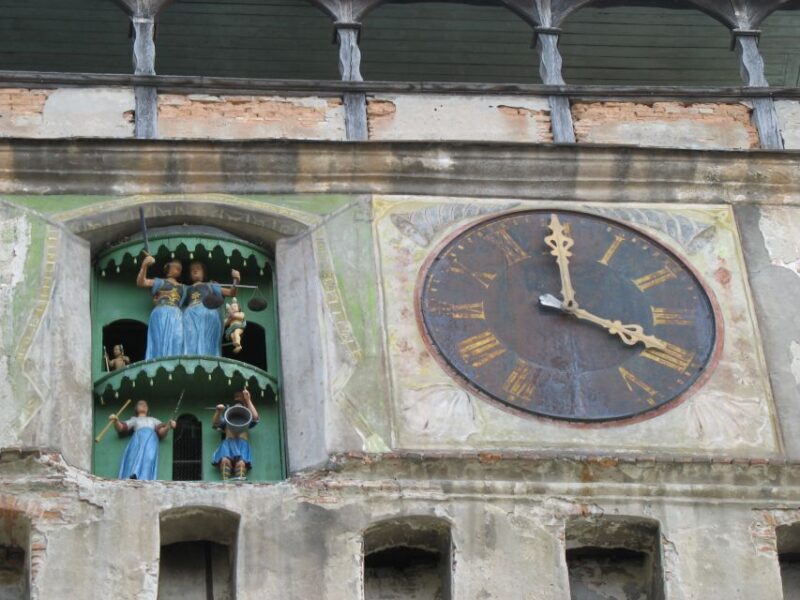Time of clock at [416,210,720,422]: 3:59
